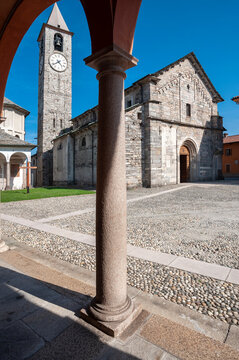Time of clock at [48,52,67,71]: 4:38
